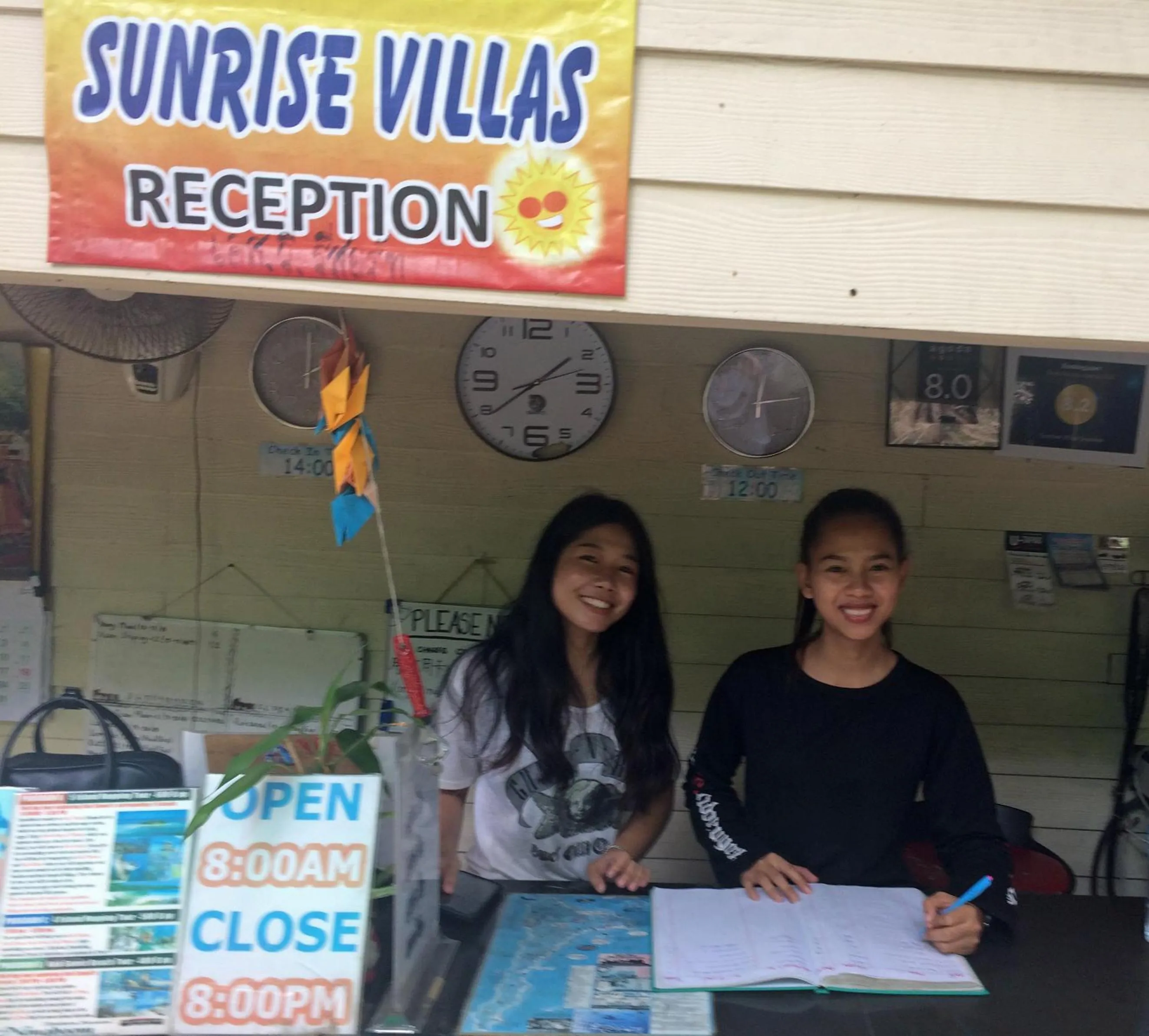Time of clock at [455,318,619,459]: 1:39
